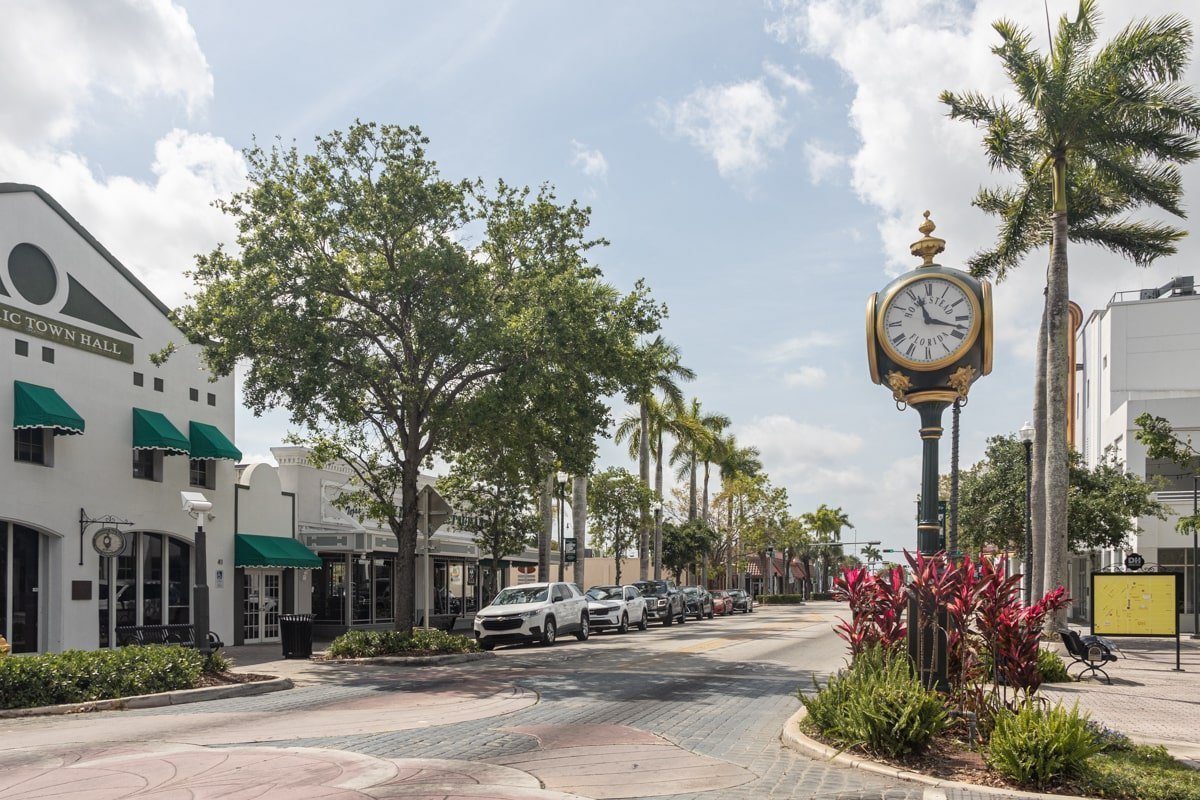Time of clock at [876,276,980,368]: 11:17
